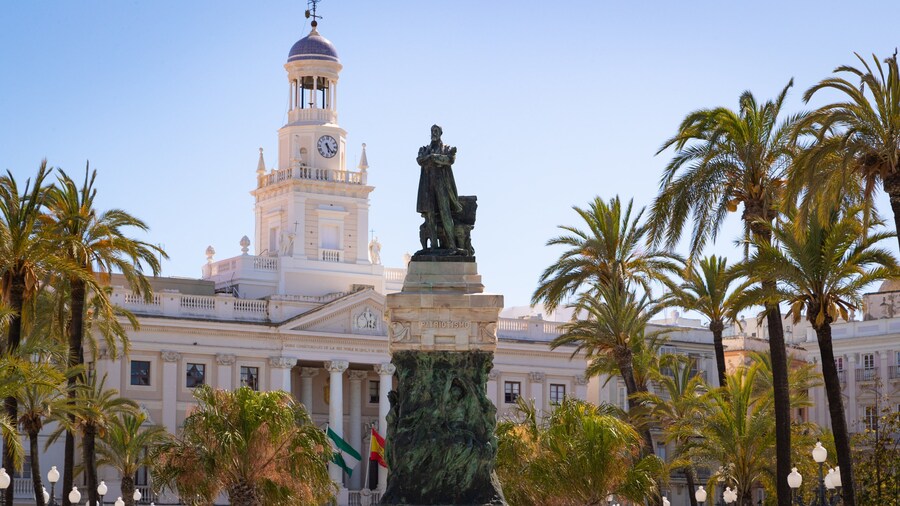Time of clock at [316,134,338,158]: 5:22
